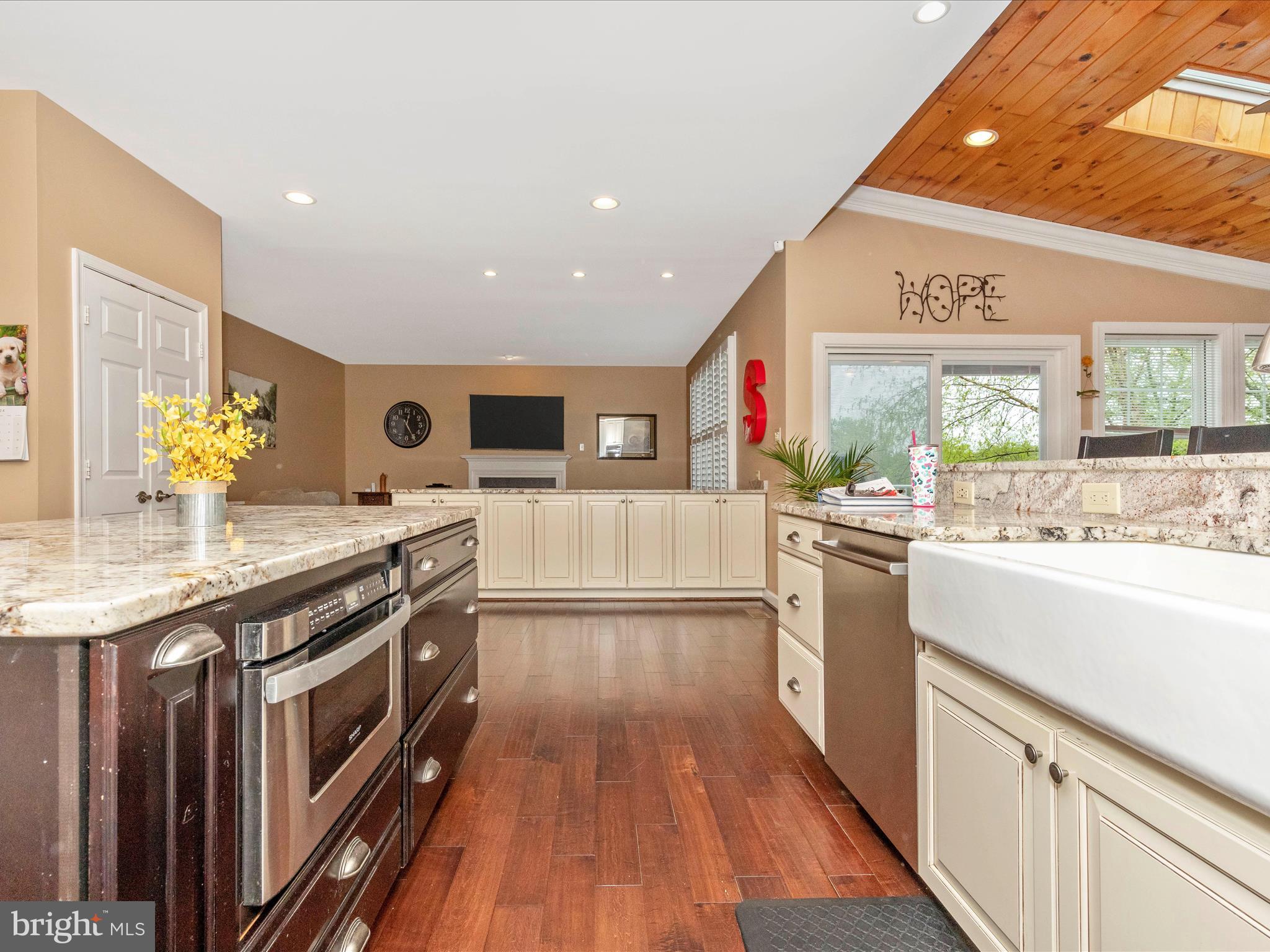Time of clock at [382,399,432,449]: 12:25
